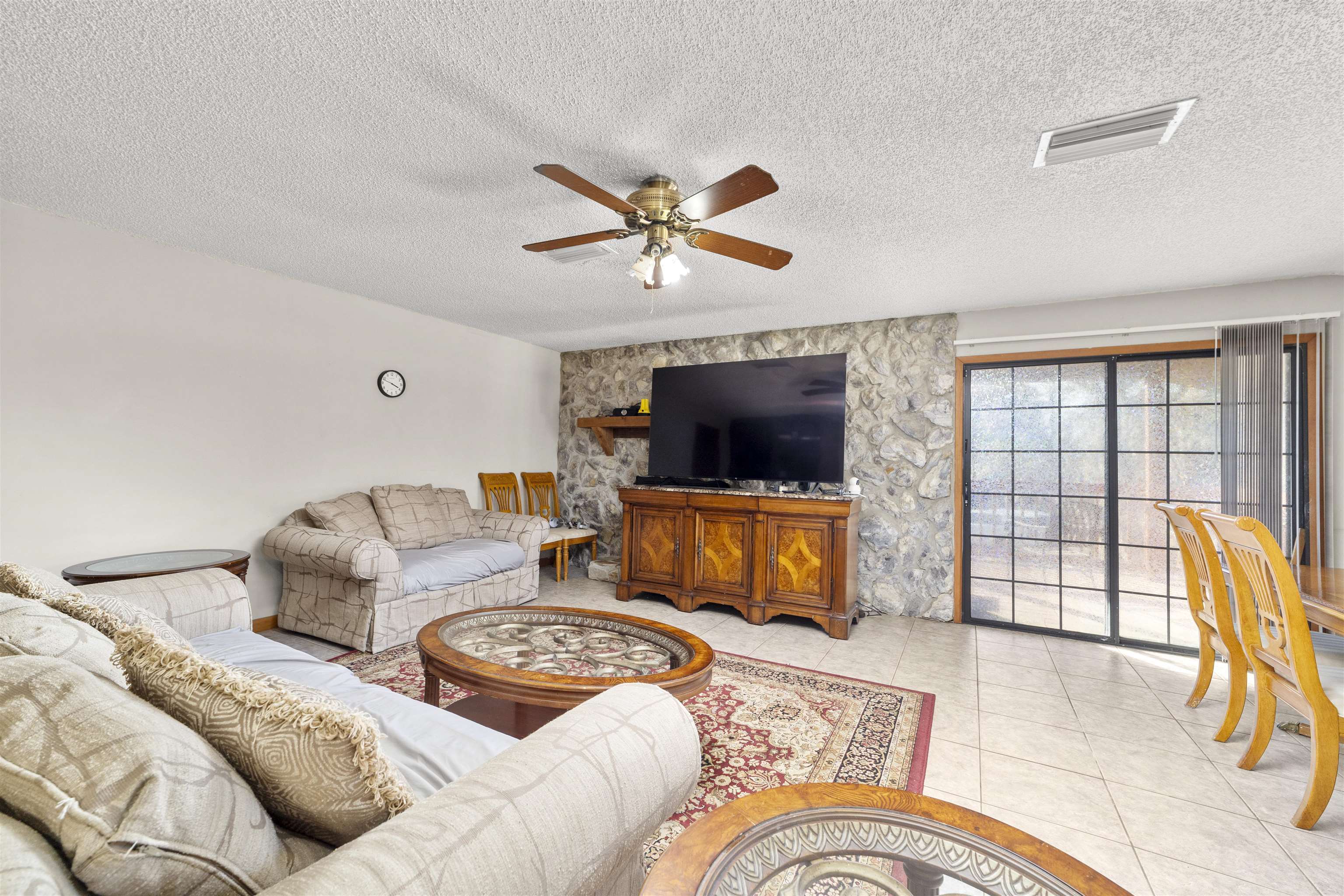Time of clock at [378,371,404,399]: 3:48
